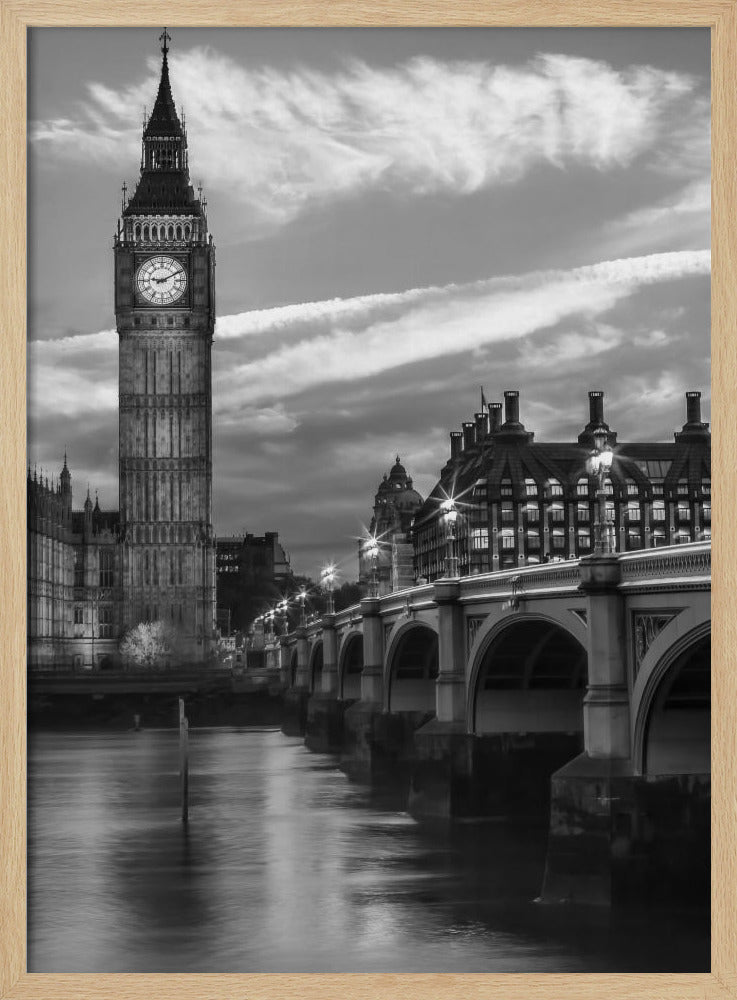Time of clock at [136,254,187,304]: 9:10
